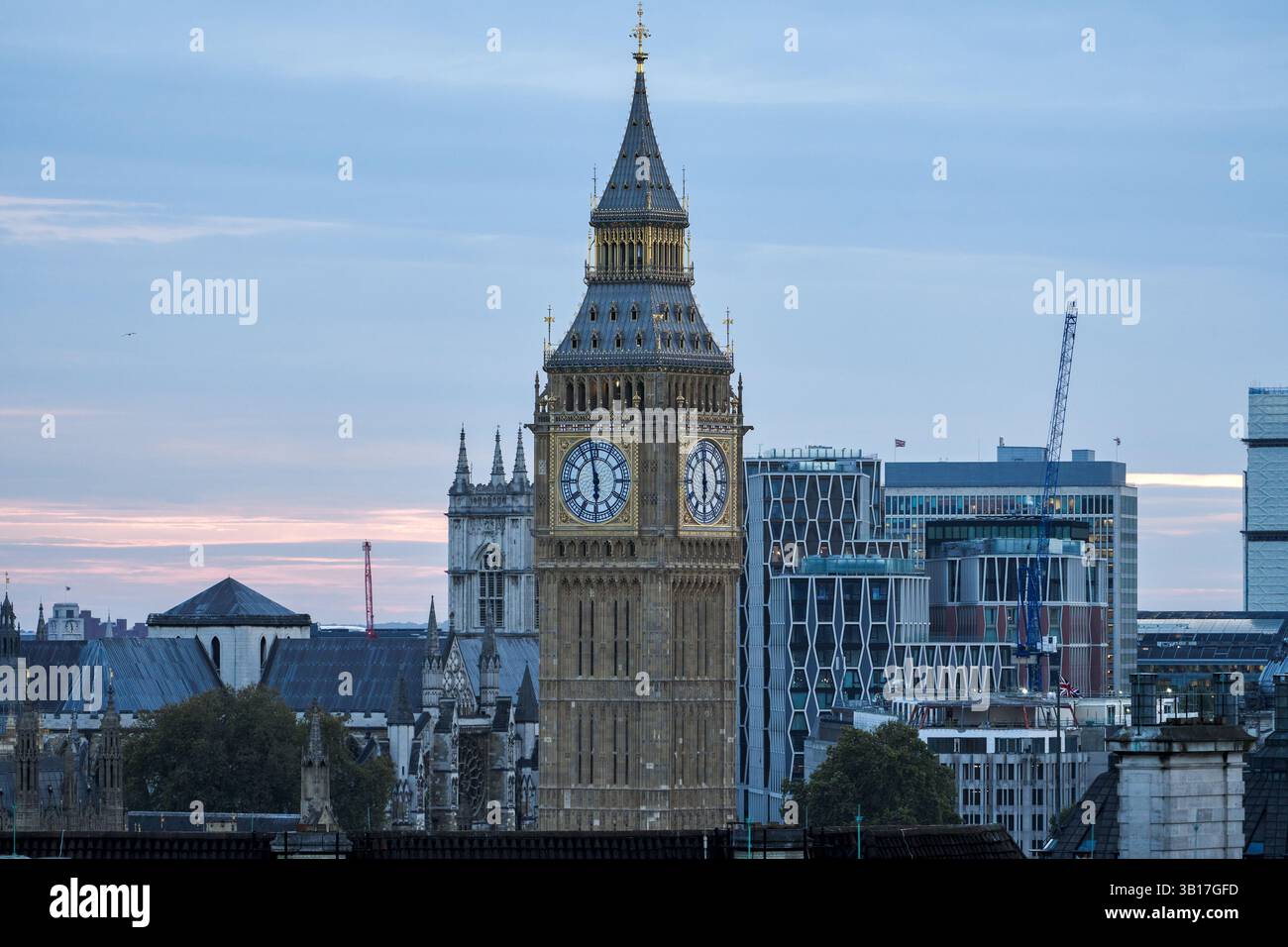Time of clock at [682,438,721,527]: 5:59
